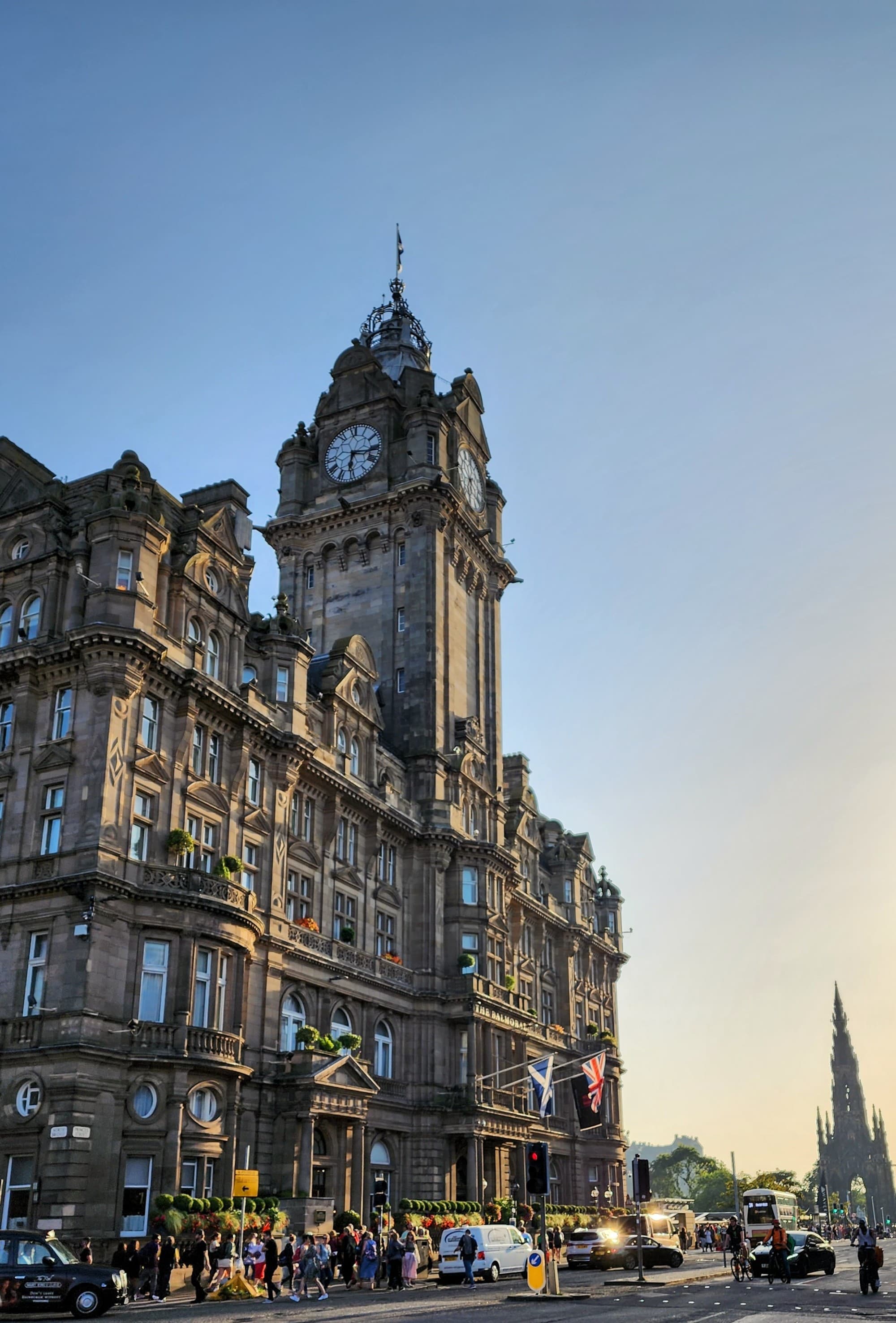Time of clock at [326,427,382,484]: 6:16
